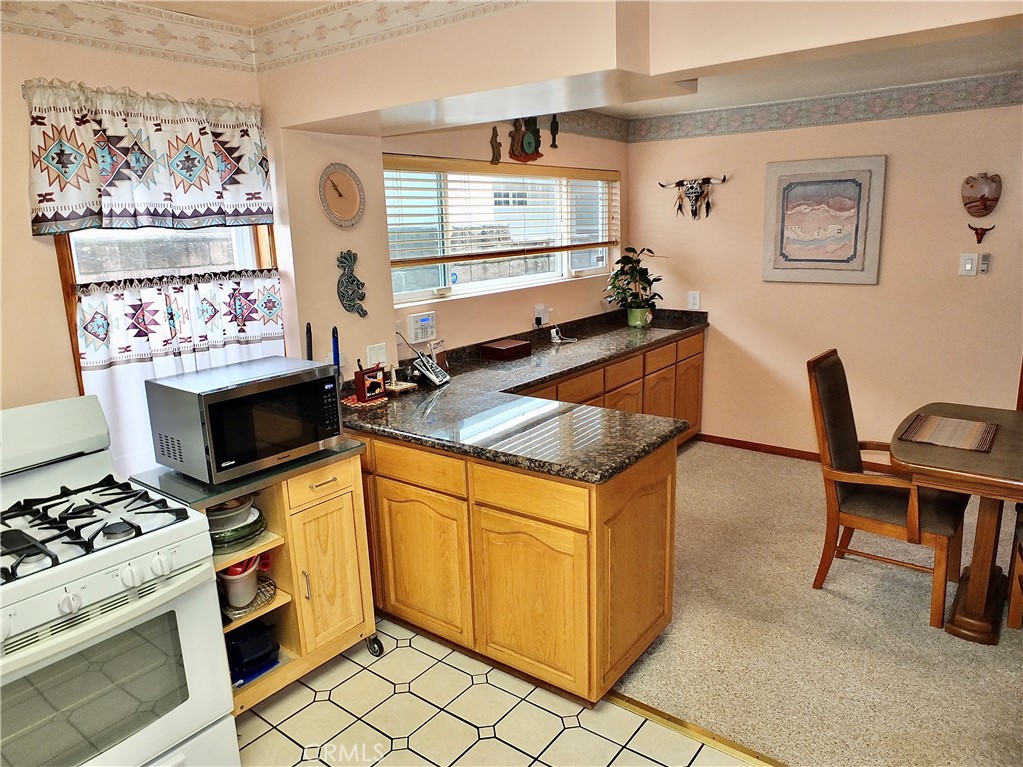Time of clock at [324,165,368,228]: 9:51
